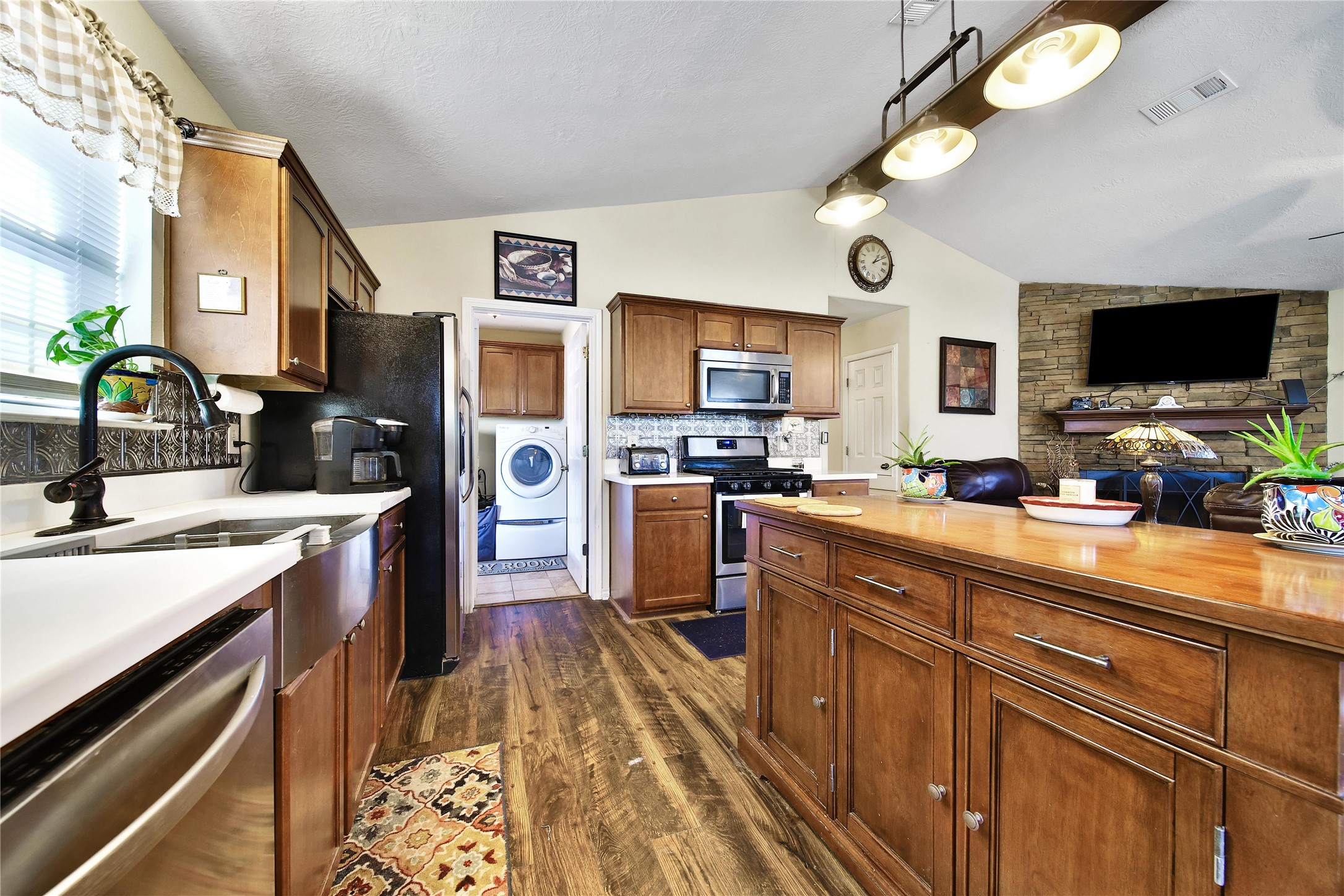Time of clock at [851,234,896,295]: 1:11
